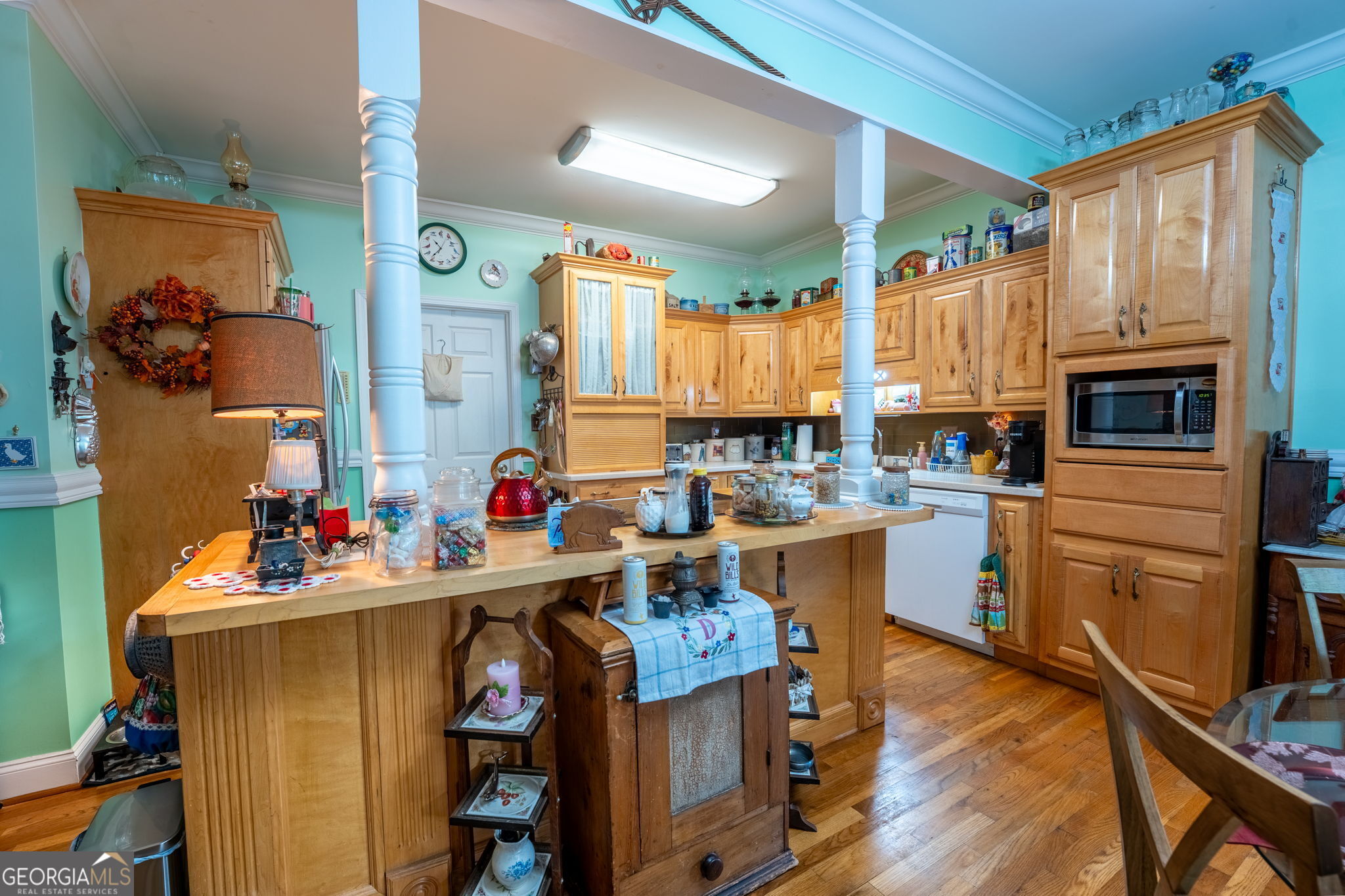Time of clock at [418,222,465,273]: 10:36
